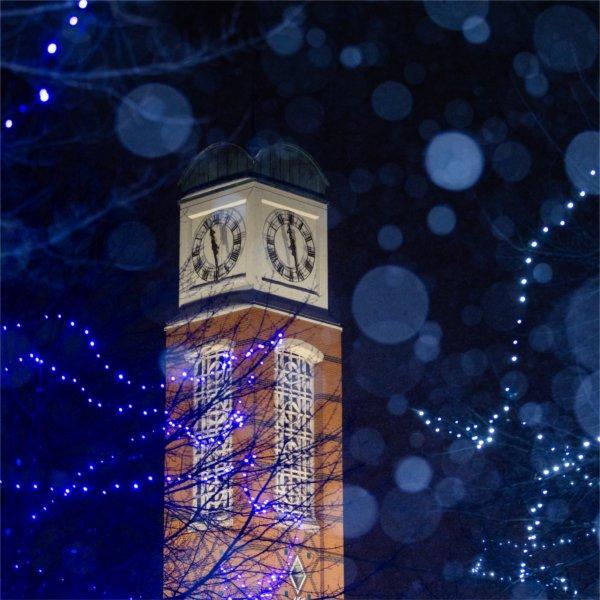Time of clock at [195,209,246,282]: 11:28
